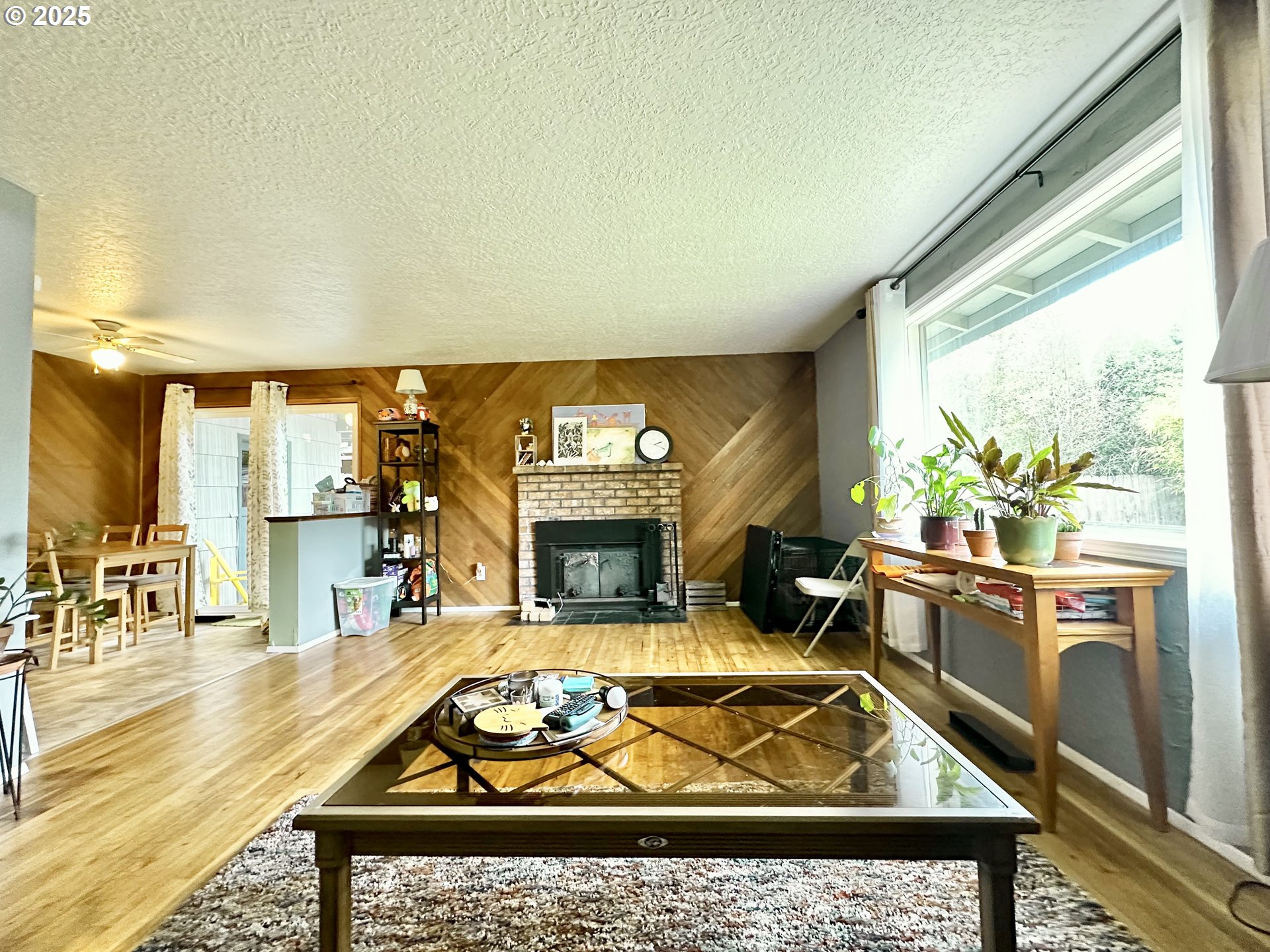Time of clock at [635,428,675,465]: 2:19
